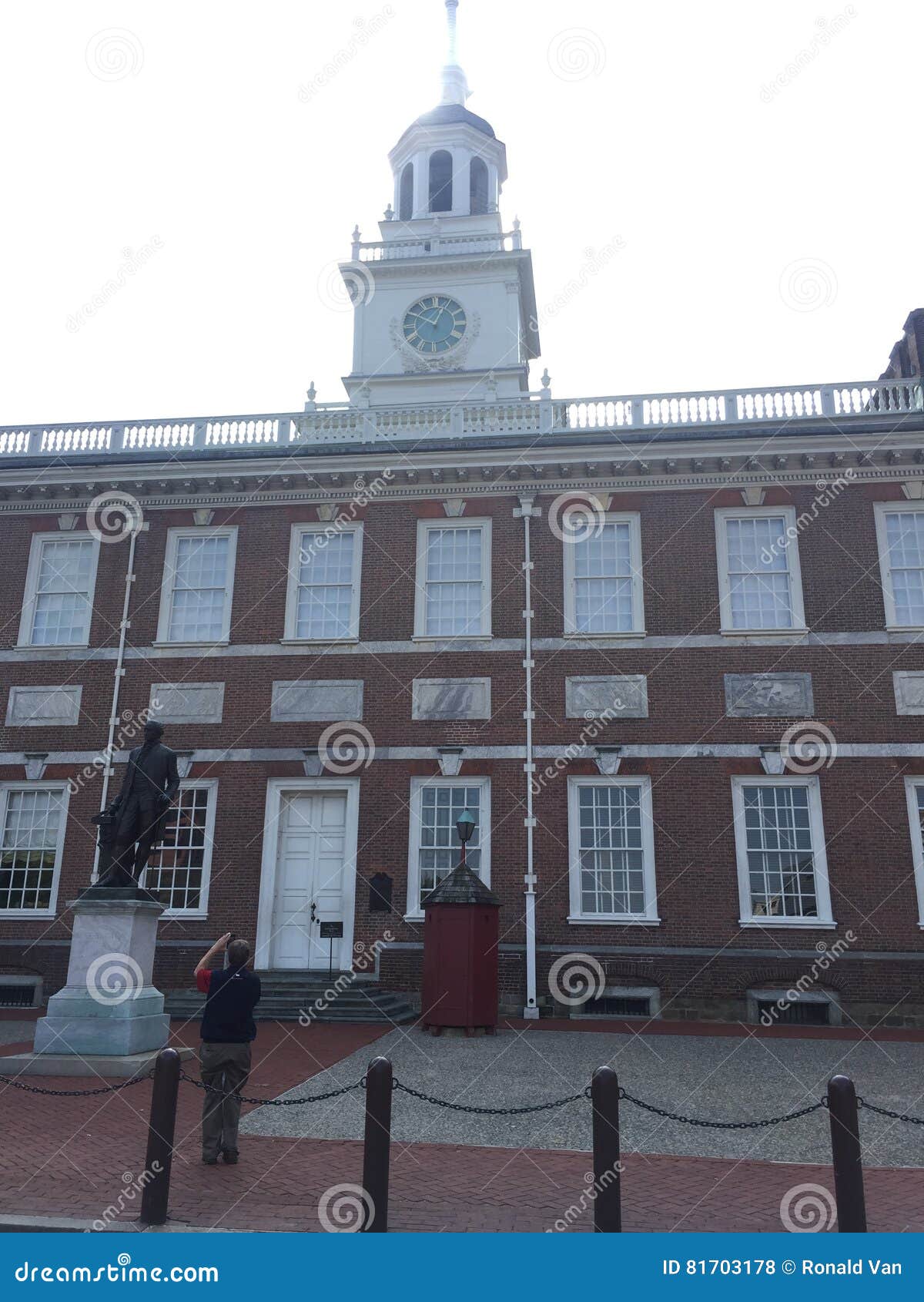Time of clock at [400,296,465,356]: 12:50
